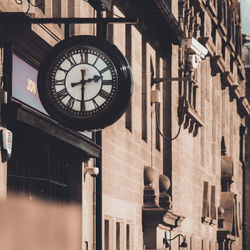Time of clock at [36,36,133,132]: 2:29
